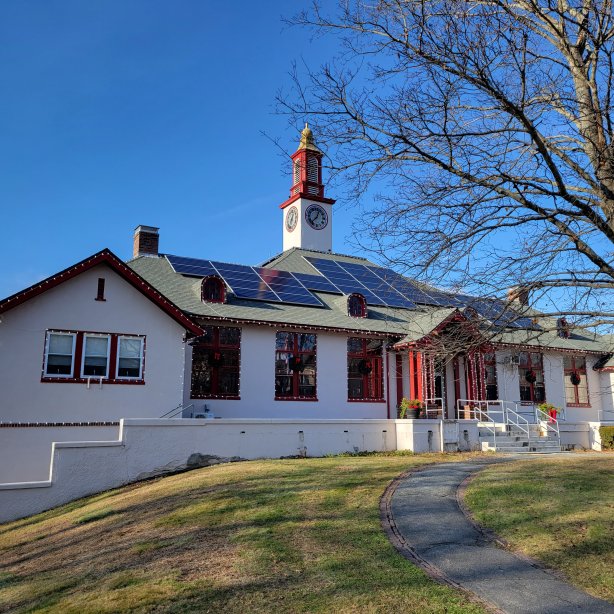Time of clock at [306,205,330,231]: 12:37
